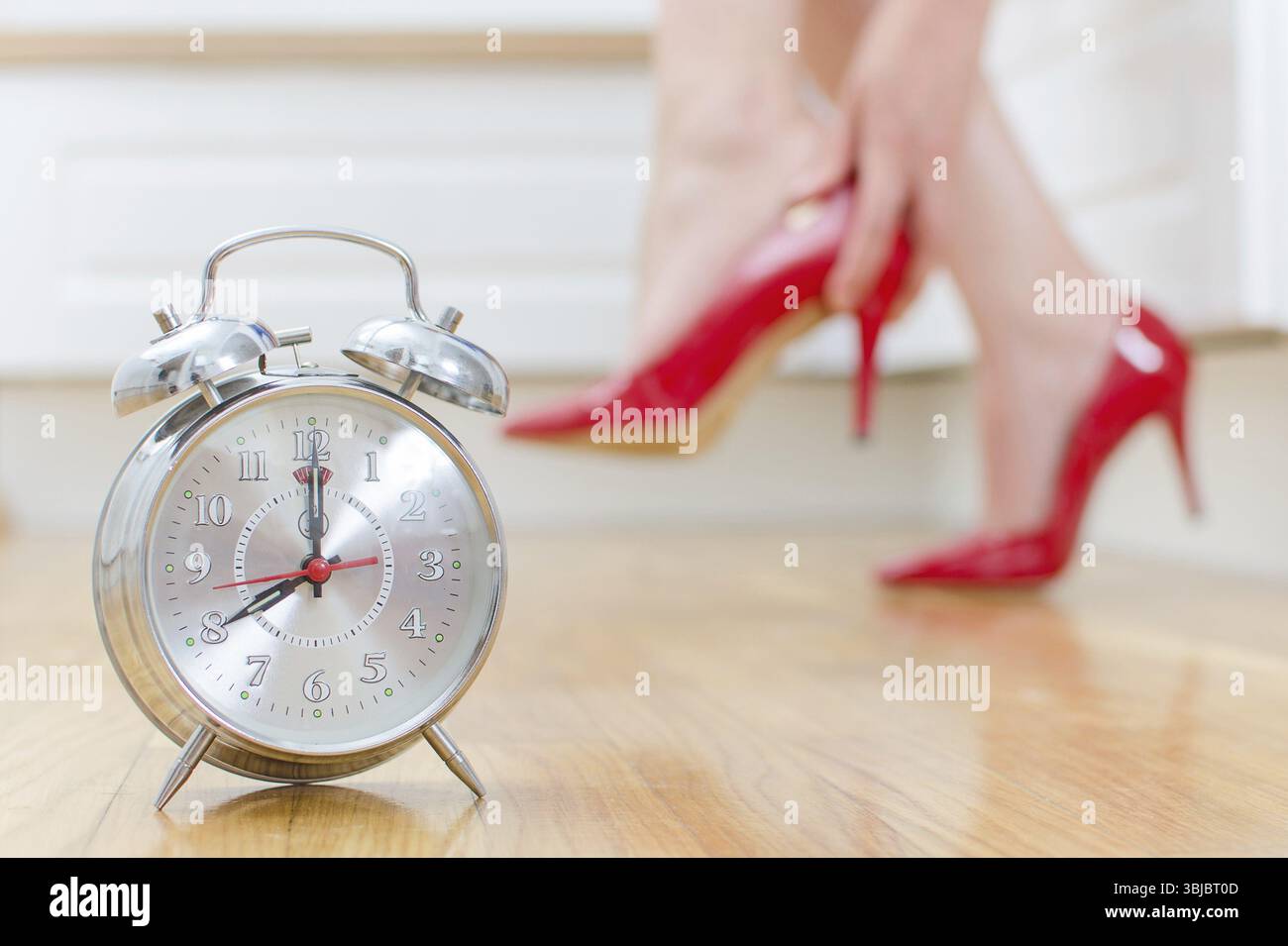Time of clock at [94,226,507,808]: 8:00
